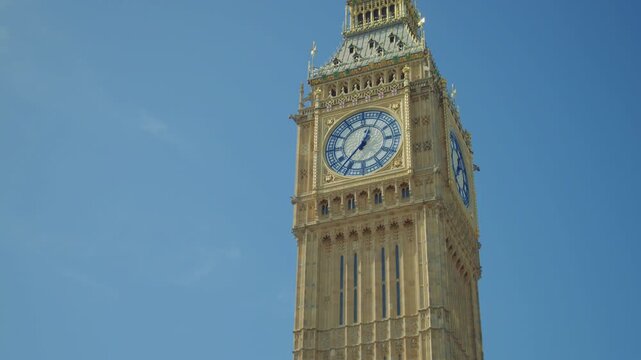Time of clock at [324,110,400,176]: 12:37
